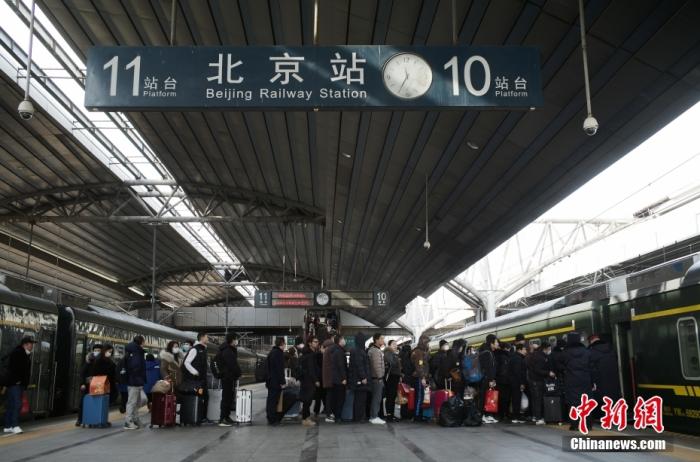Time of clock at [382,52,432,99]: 11:34
